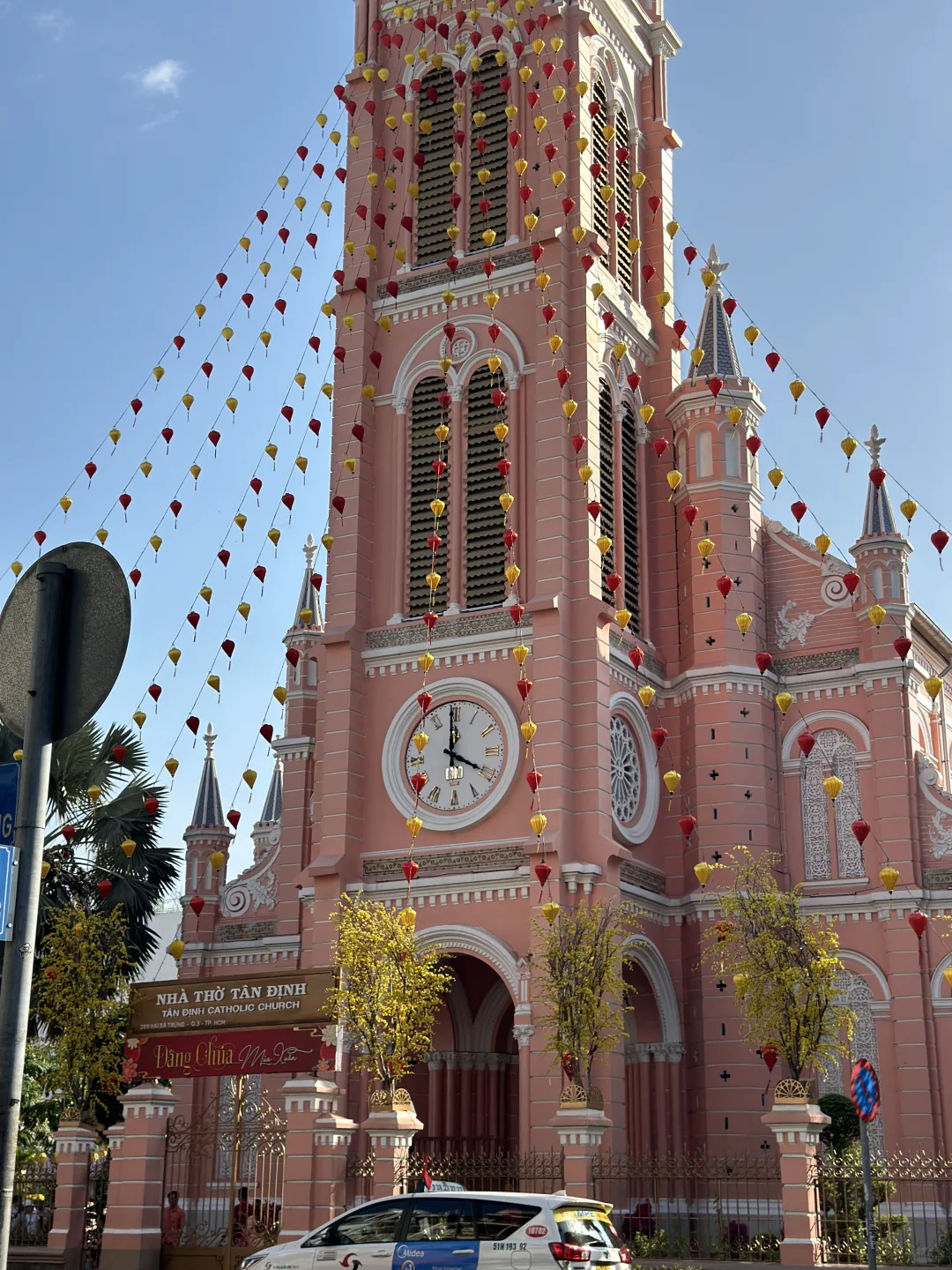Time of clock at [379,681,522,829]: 3:59
